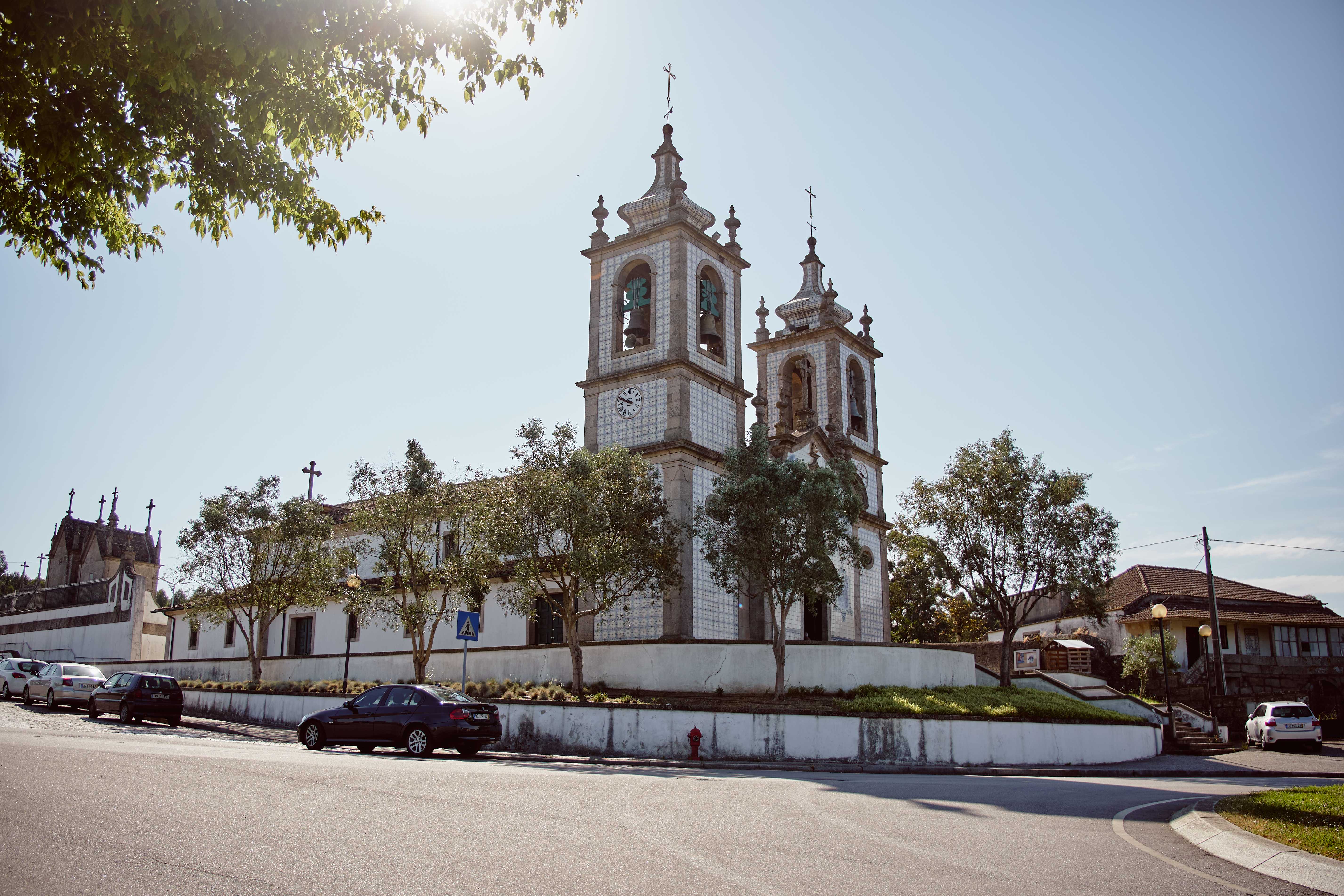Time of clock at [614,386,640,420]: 9:49
